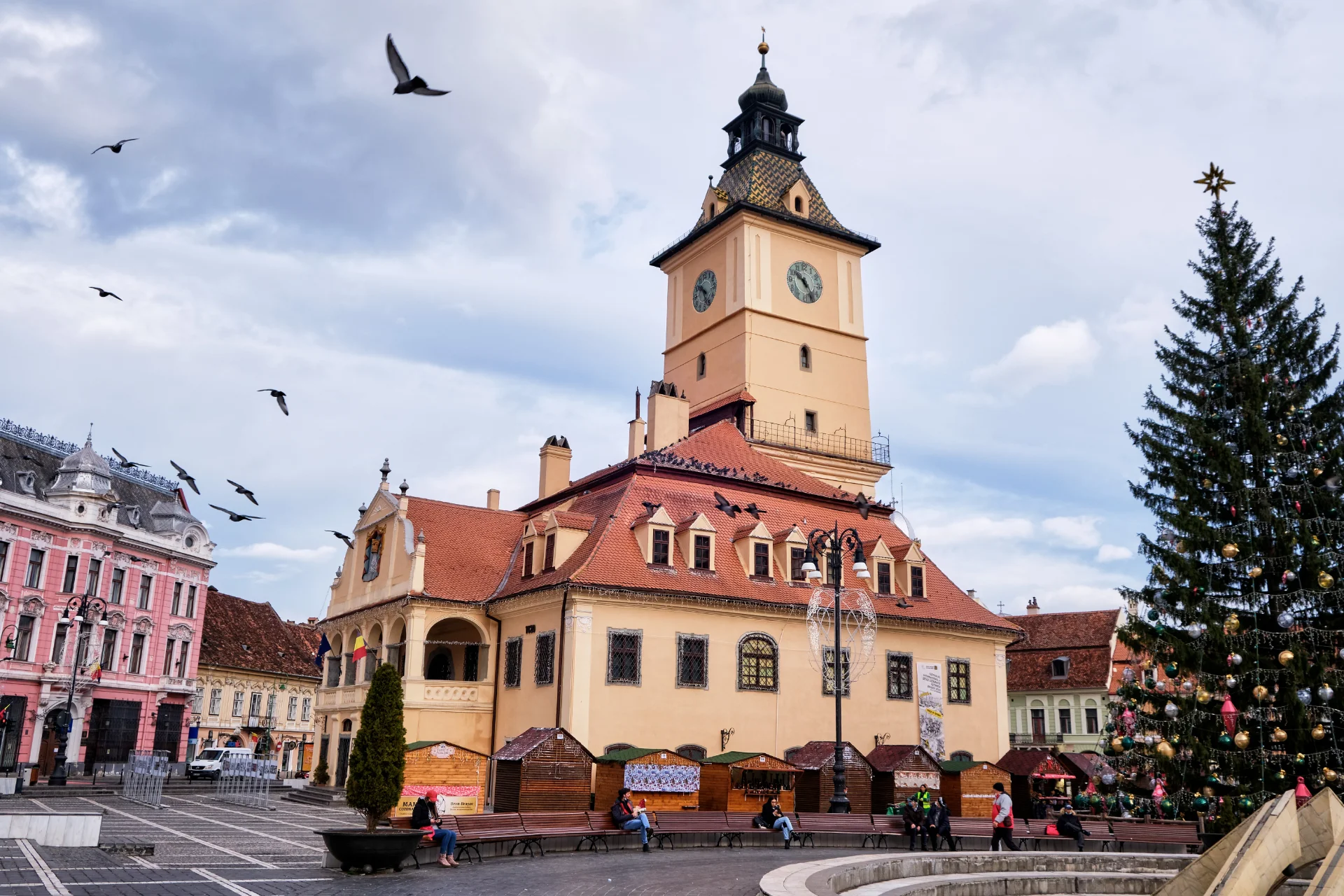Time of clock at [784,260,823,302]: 10:24
